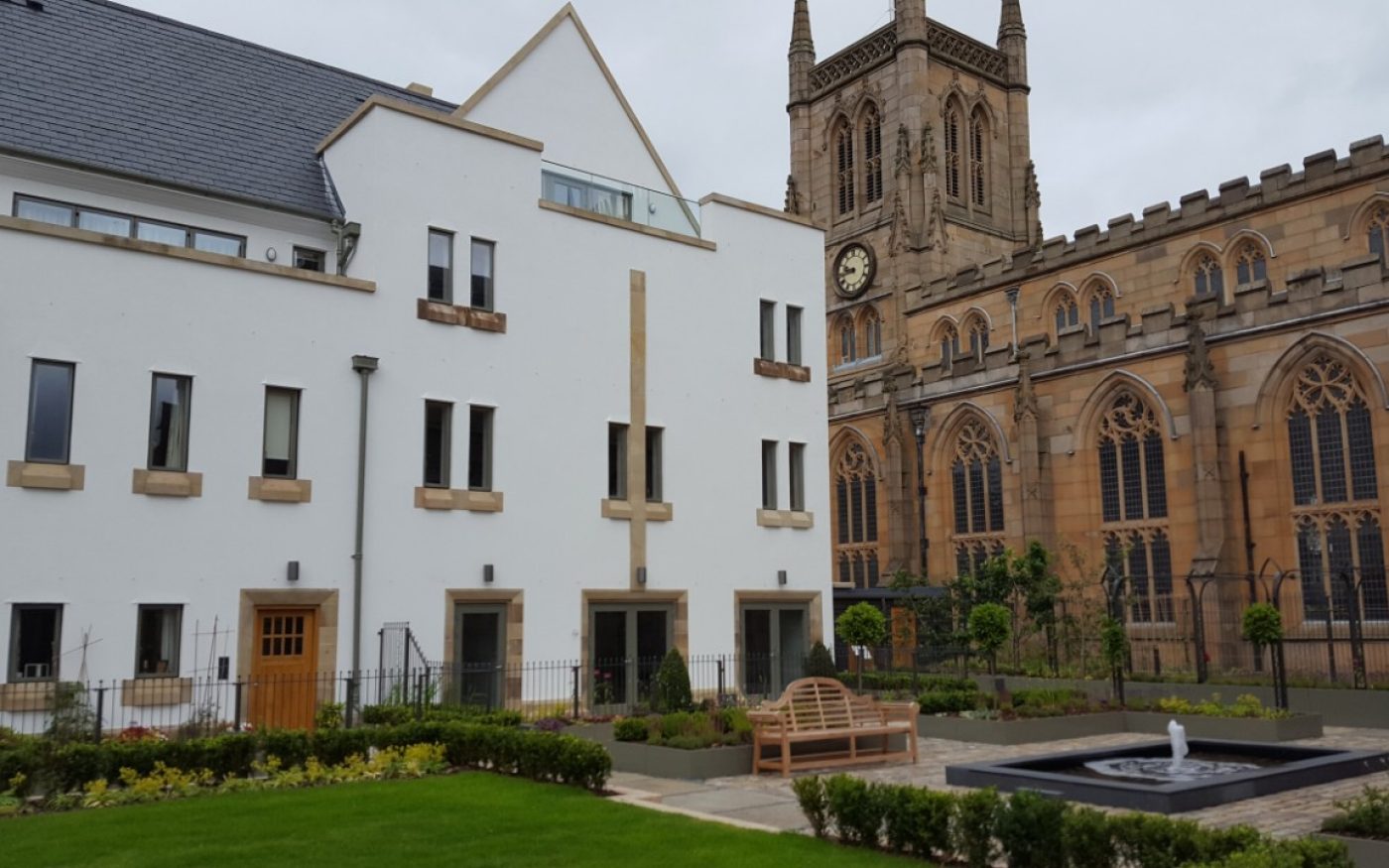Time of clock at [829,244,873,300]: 9:43
